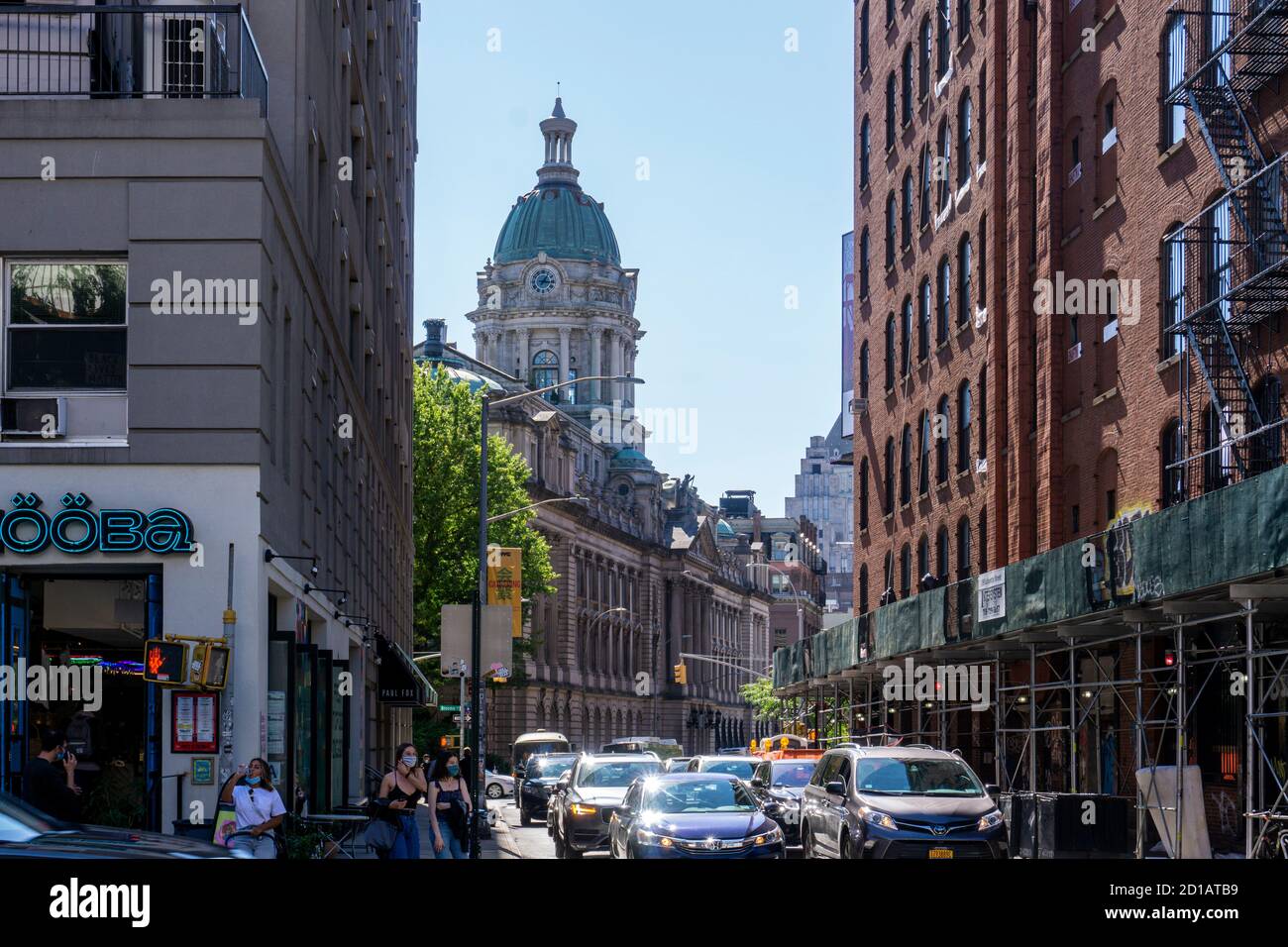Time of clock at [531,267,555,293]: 1:16
